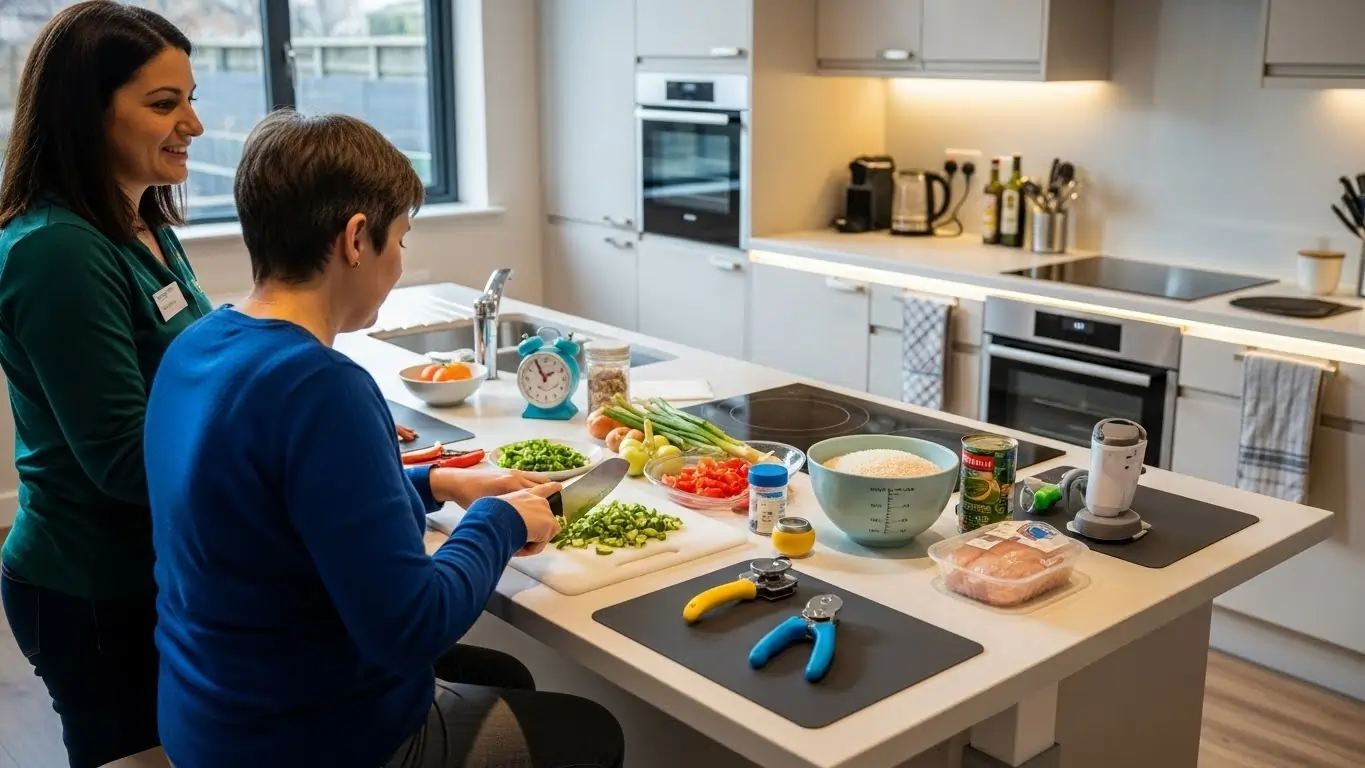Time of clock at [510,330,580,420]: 1:55
